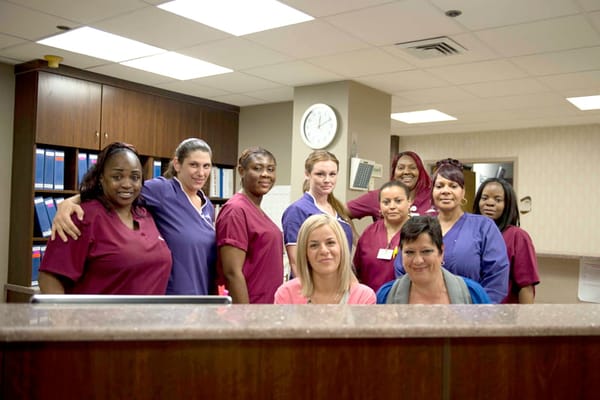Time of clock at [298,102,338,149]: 12:10
